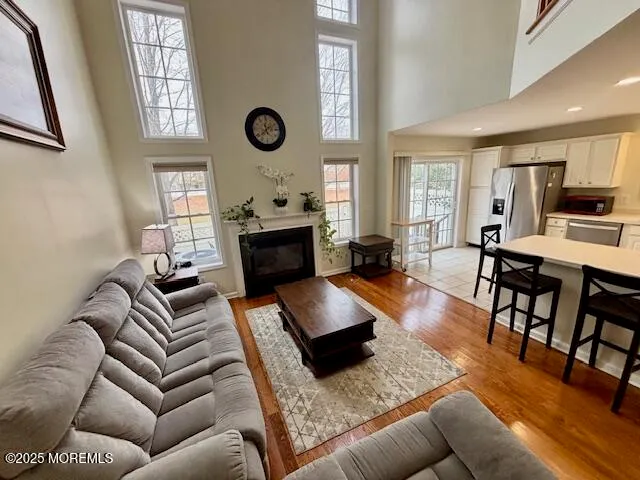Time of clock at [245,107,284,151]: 11:37
